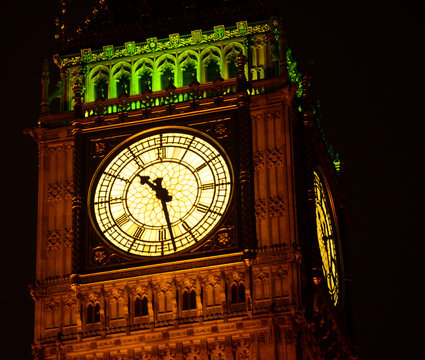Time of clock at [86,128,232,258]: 10:28
